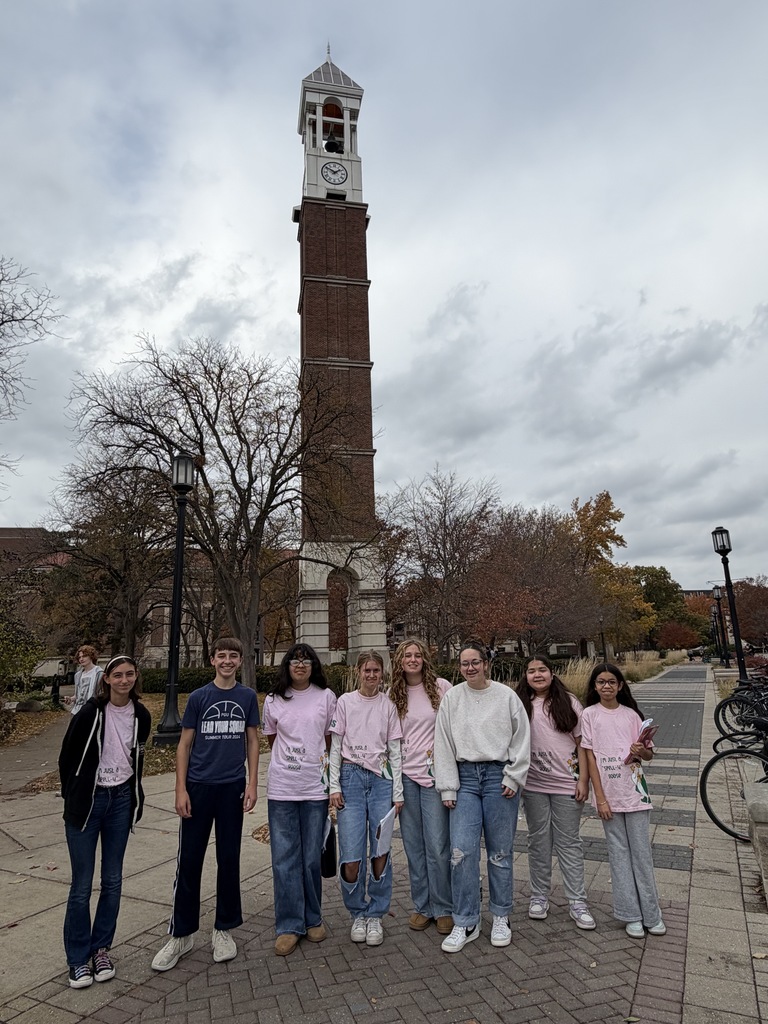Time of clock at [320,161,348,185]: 1:50
